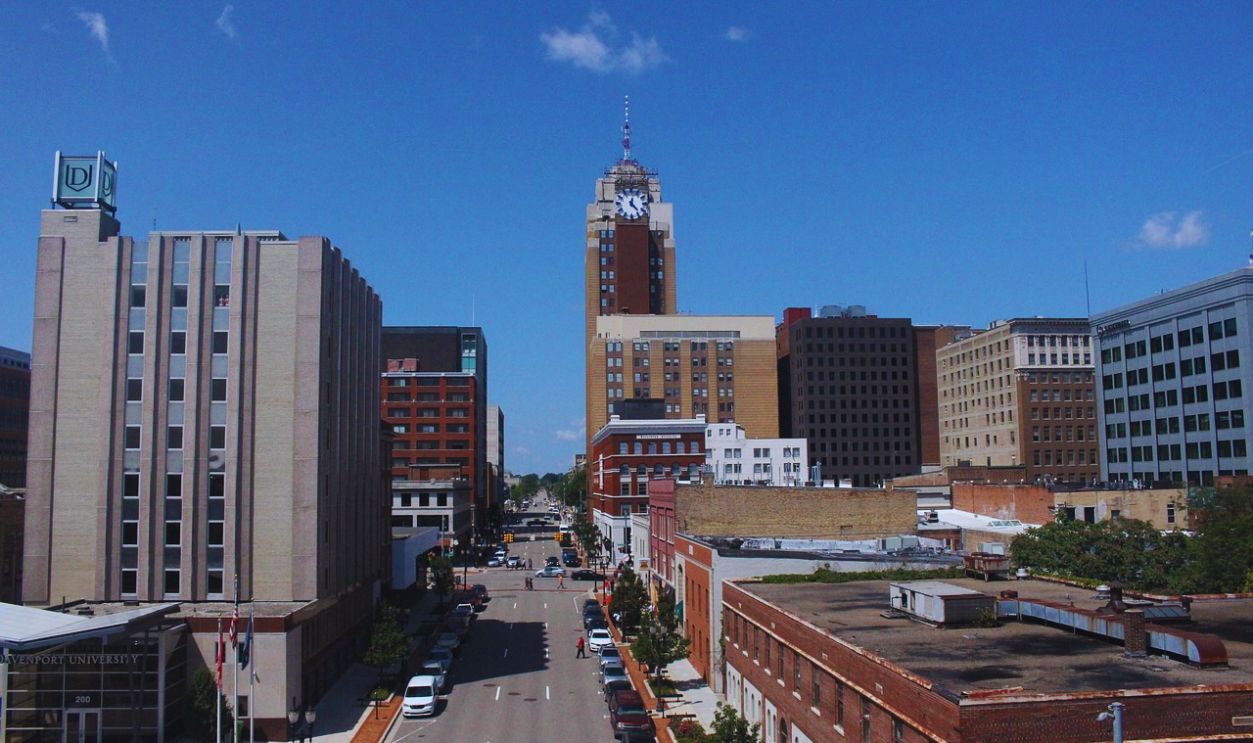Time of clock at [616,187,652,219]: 12:23
